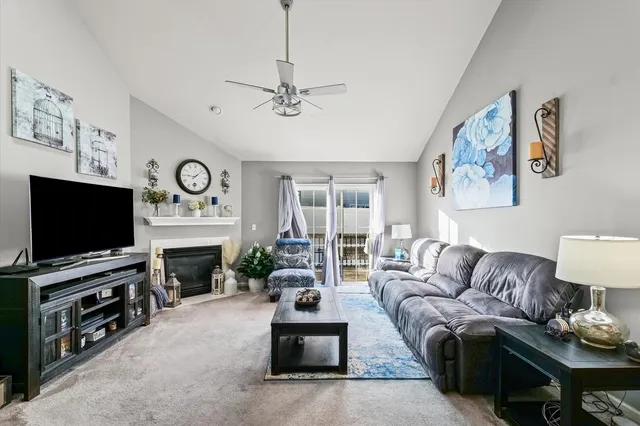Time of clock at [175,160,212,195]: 9:07
